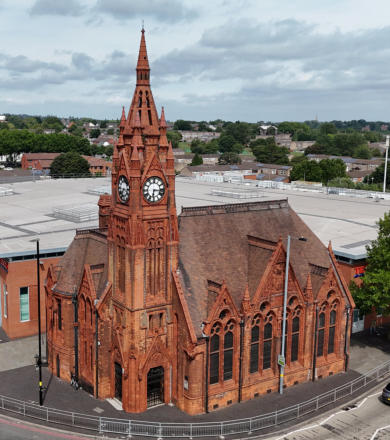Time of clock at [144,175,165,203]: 6:16
